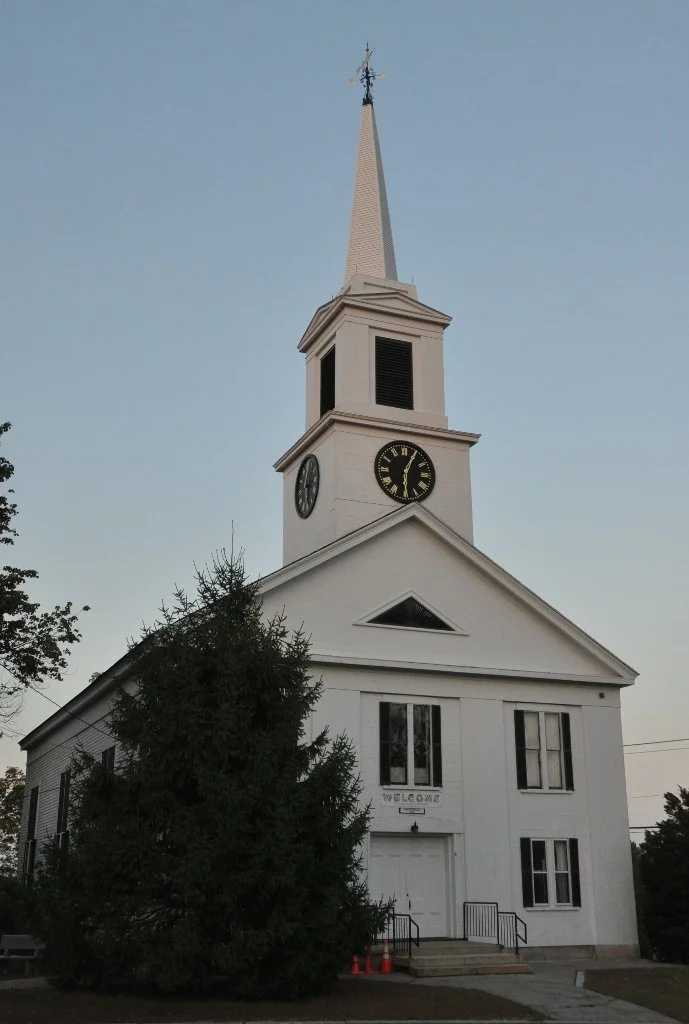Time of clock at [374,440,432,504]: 6:04
